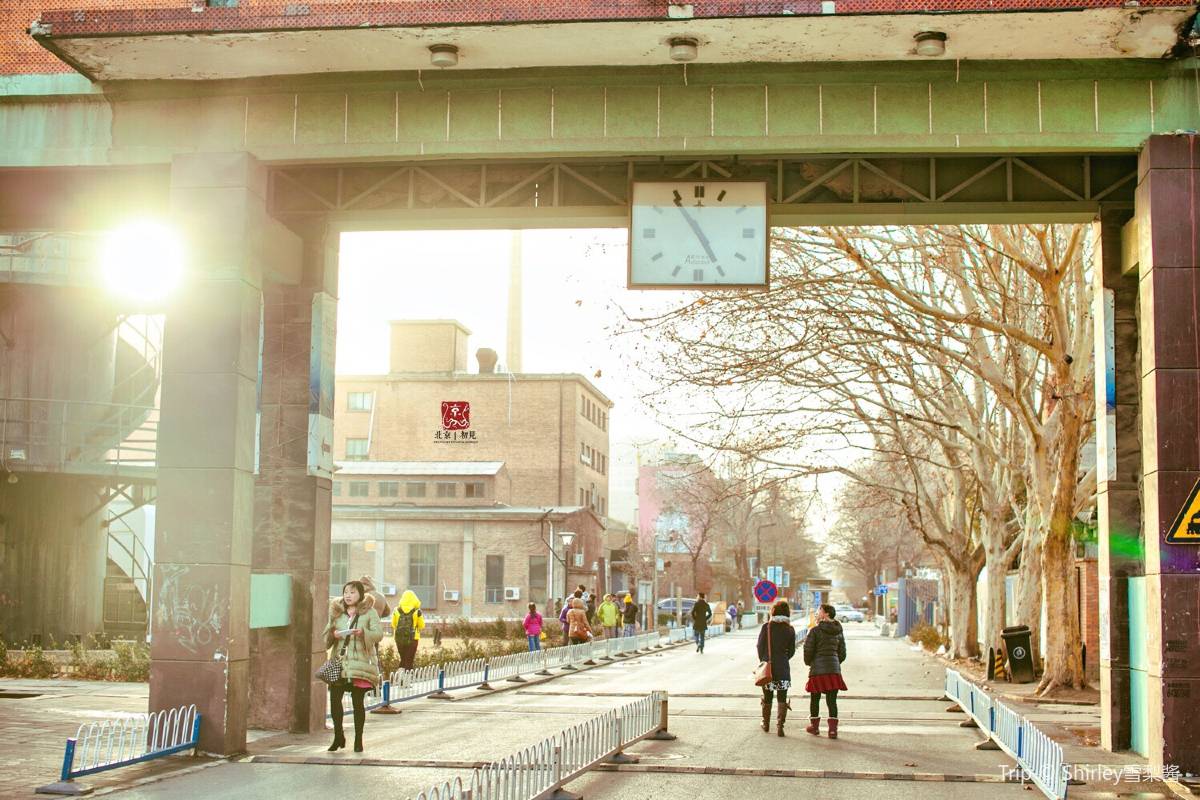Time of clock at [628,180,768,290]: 4:54
